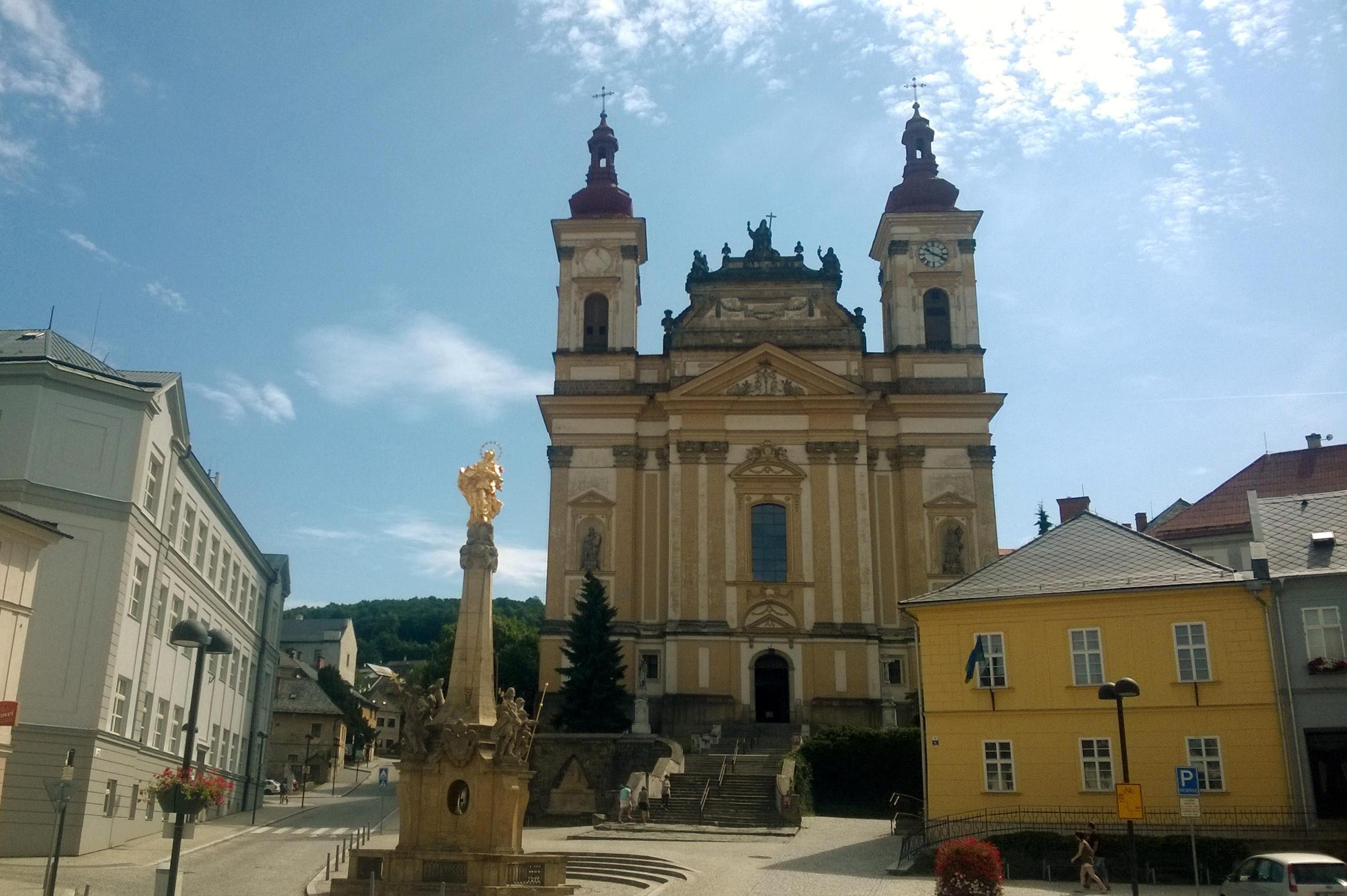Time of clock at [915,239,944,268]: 10:19
